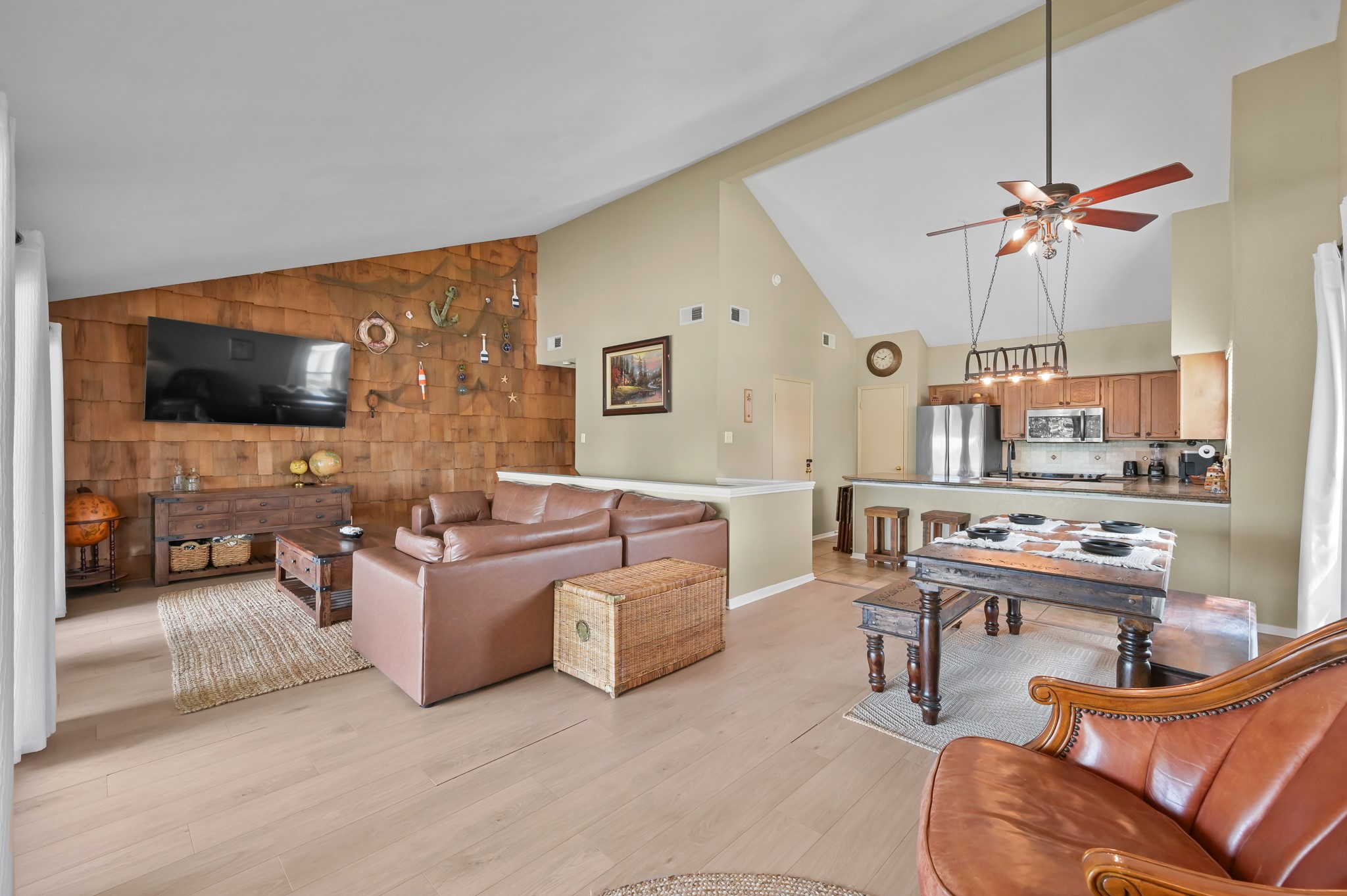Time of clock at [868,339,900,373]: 1:48
